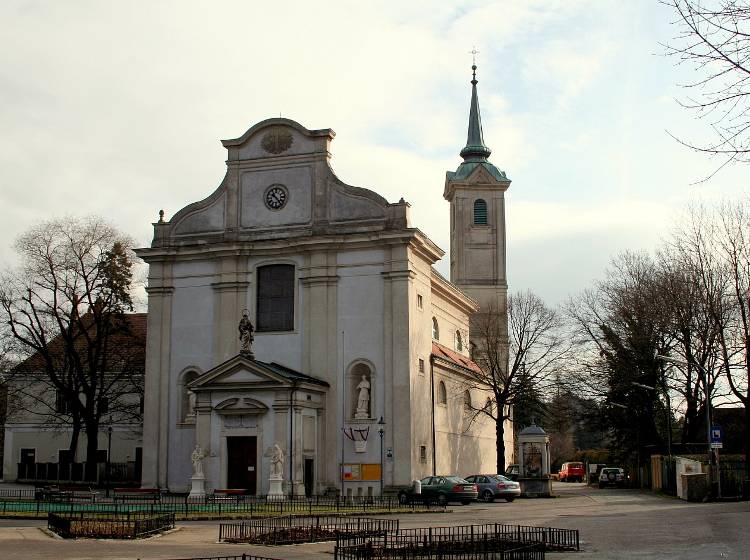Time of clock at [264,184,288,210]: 10:23
